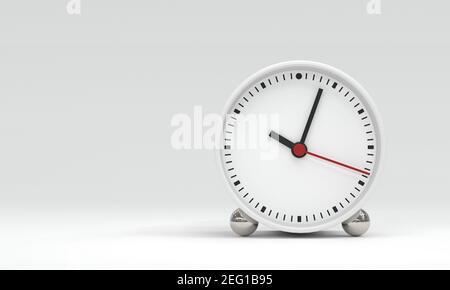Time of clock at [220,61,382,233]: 10:03
